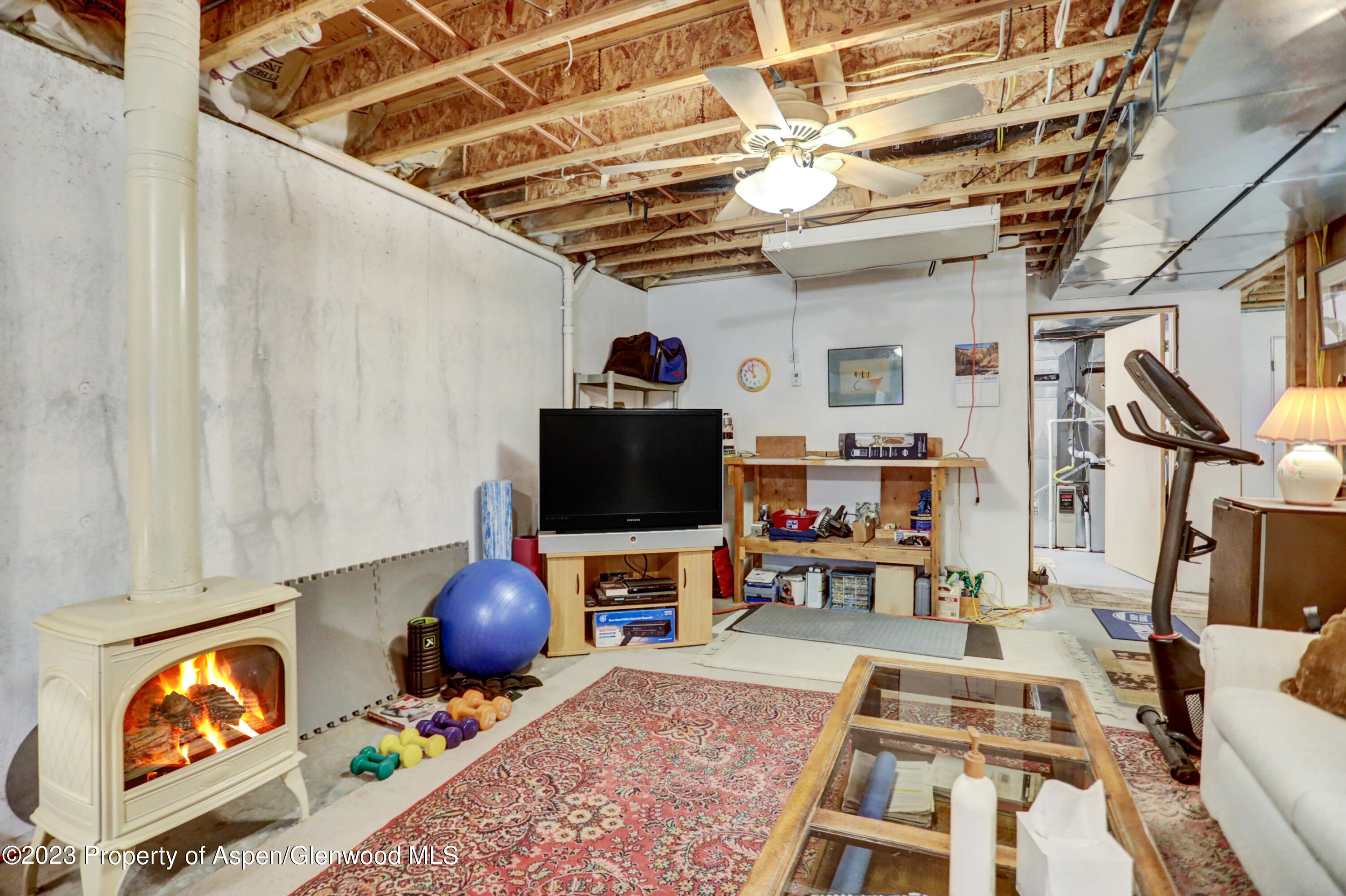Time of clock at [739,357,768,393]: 11:00
